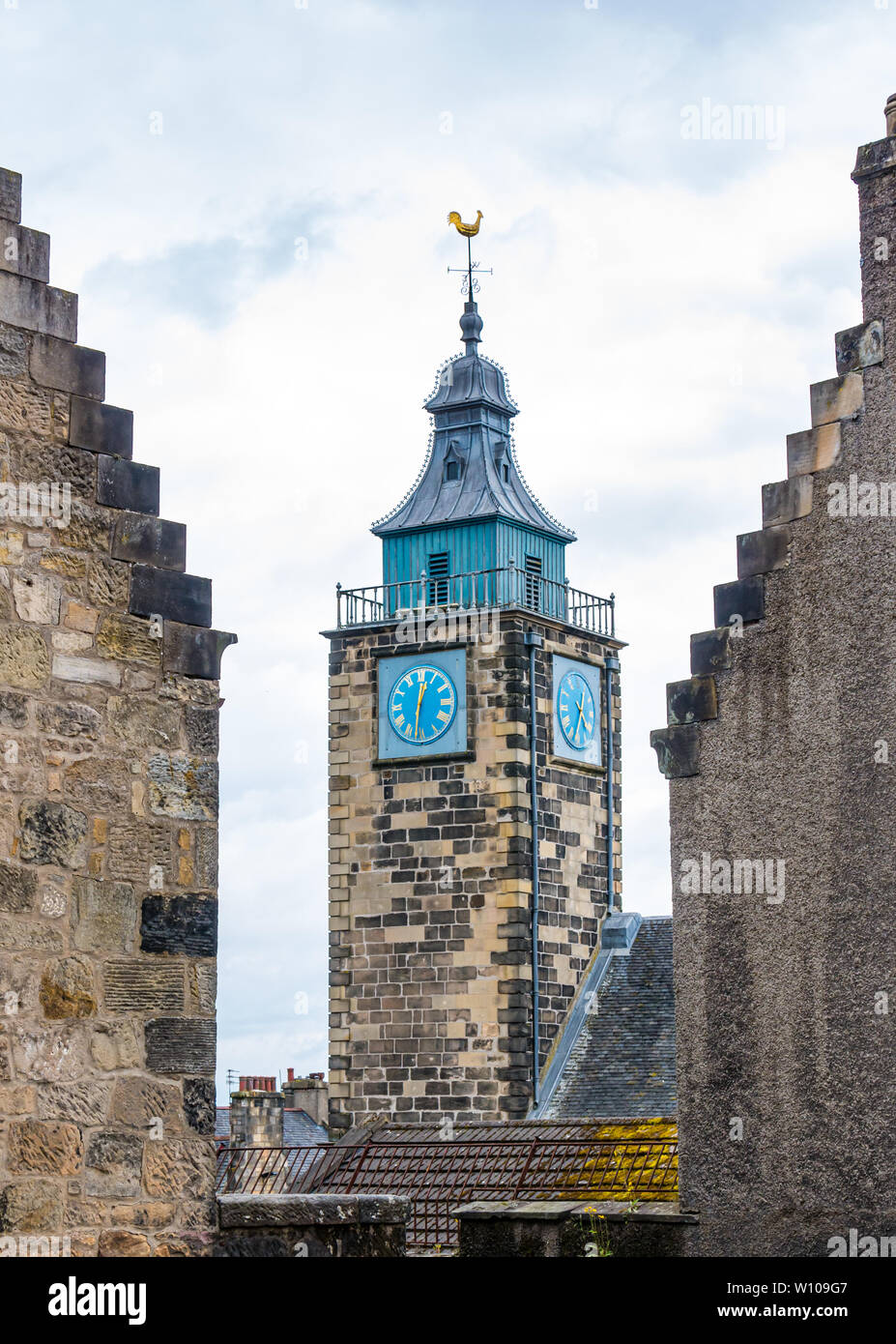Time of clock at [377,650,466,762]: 12:31
